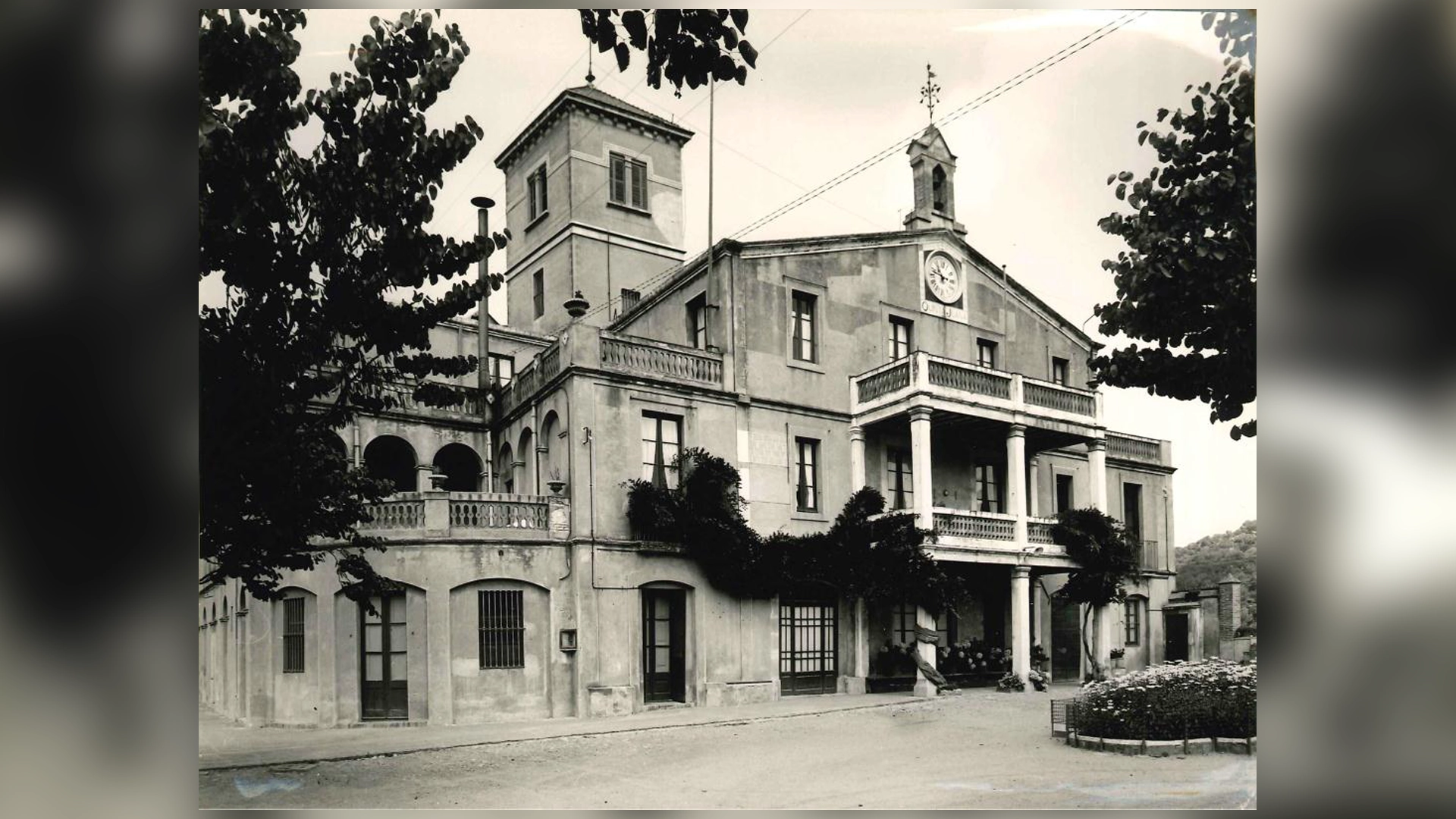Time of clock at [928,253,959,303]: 10:47
